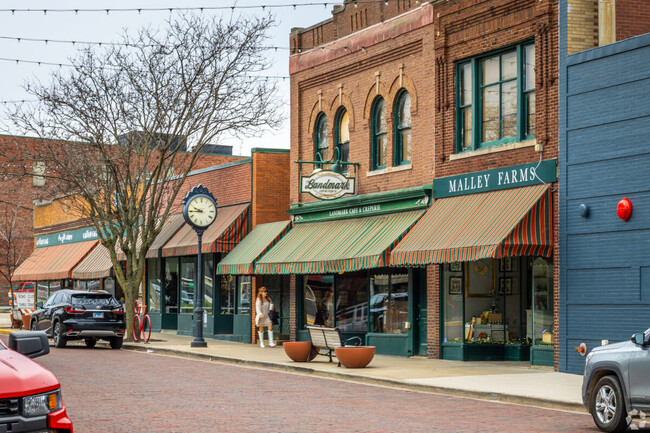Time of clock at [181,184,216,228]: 9:44
